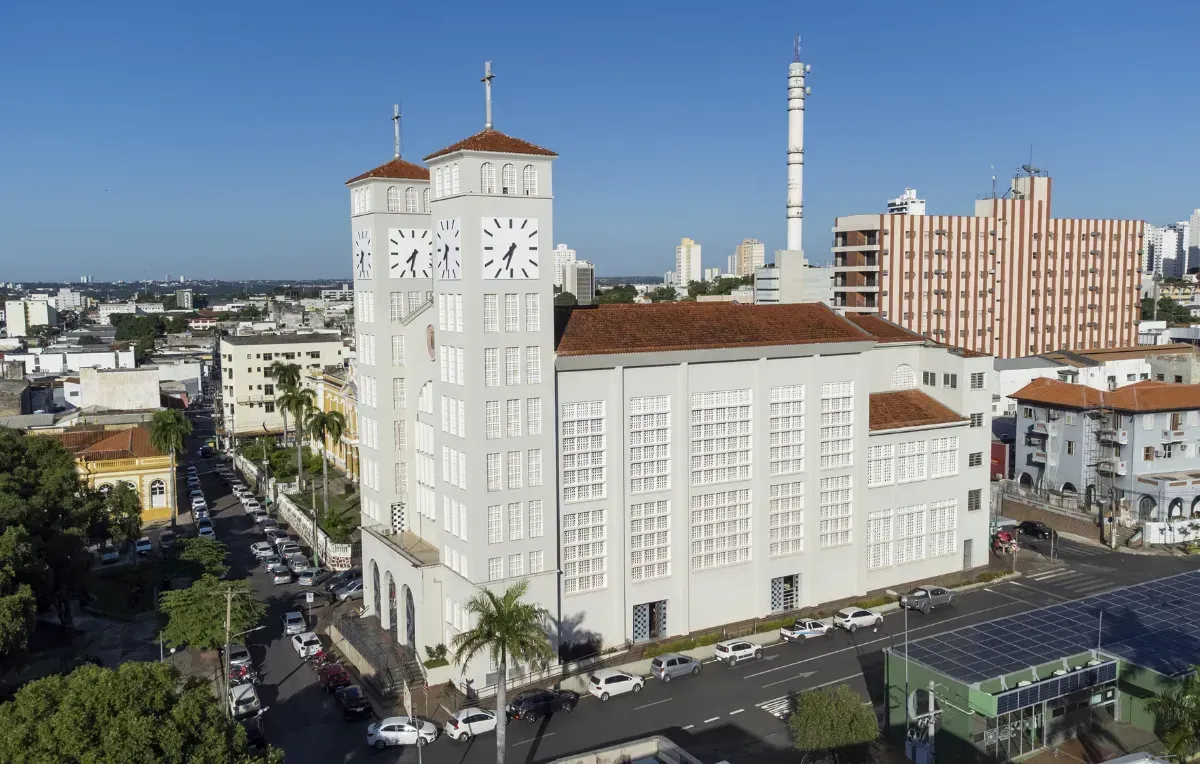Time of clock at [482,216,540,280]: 7:32
